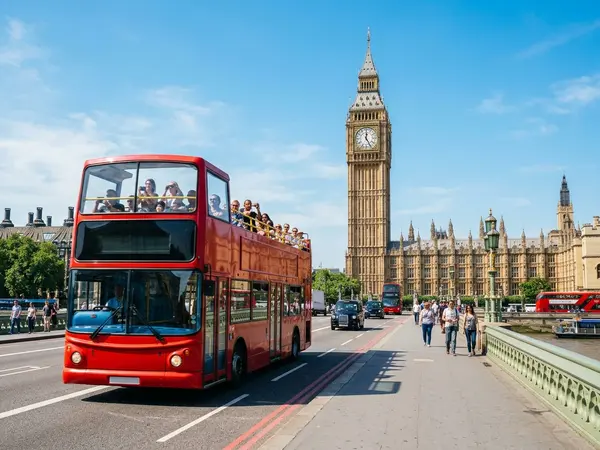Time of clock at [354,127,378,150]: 12:24
